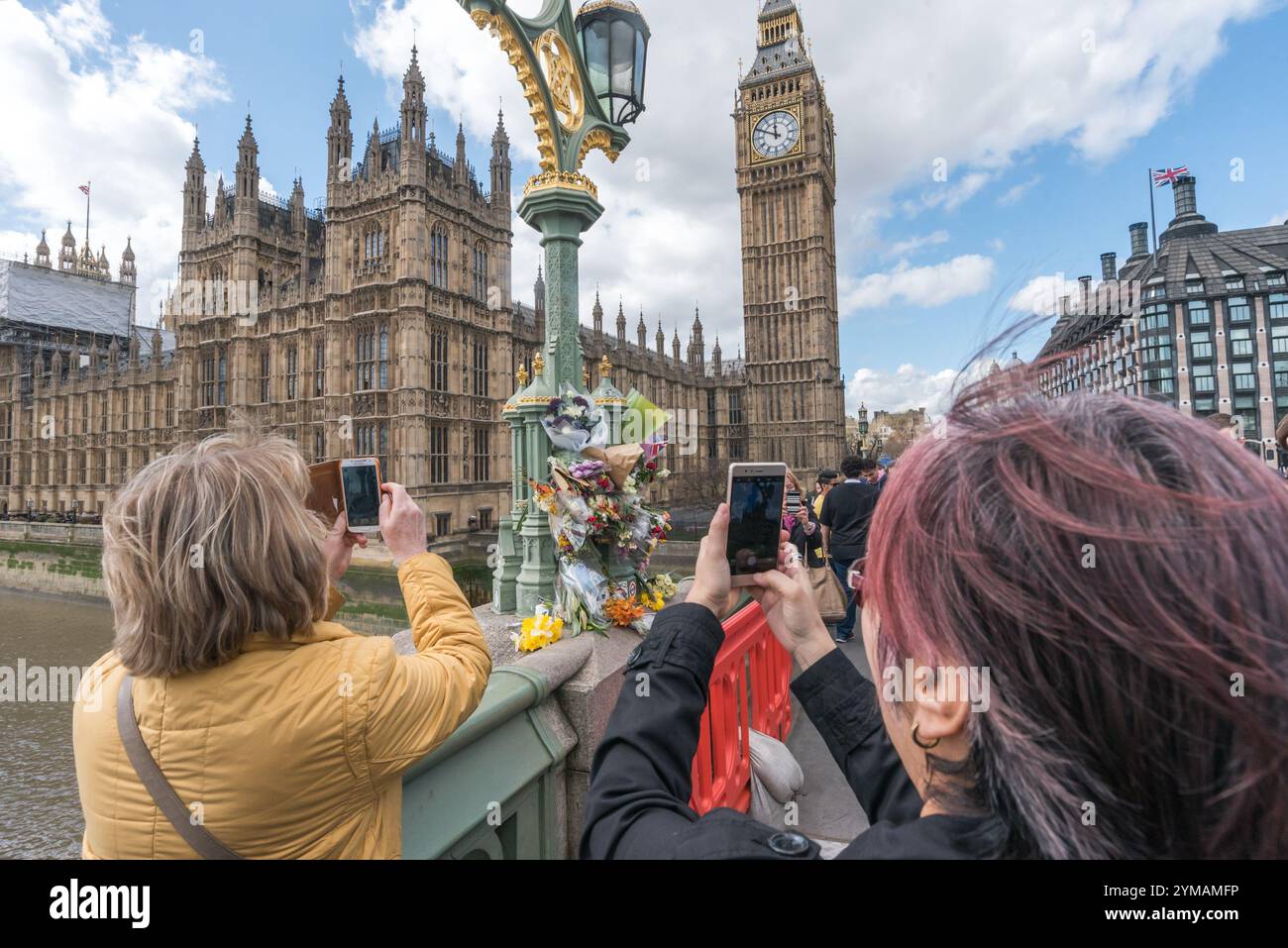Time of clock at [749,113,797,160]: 11:49
